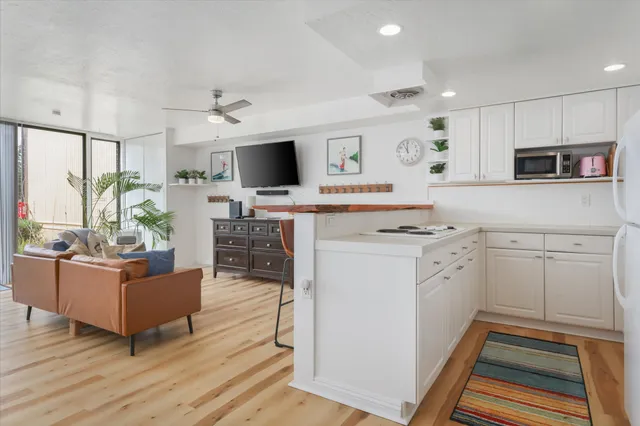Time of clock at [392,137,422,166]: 10:59
